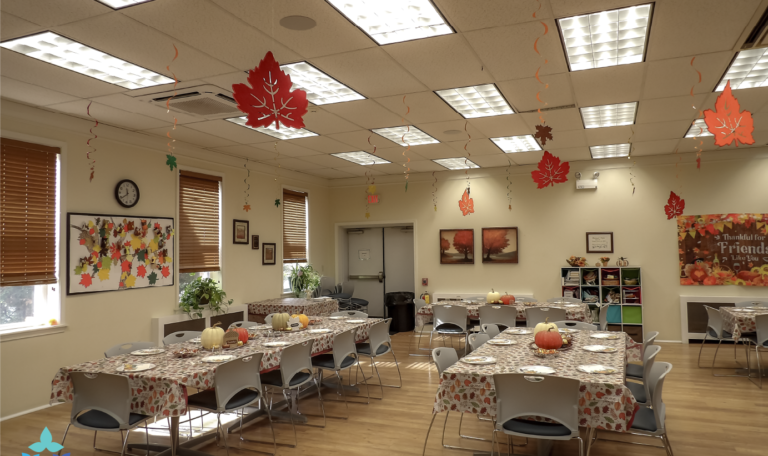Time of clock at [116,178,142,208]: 11:38
